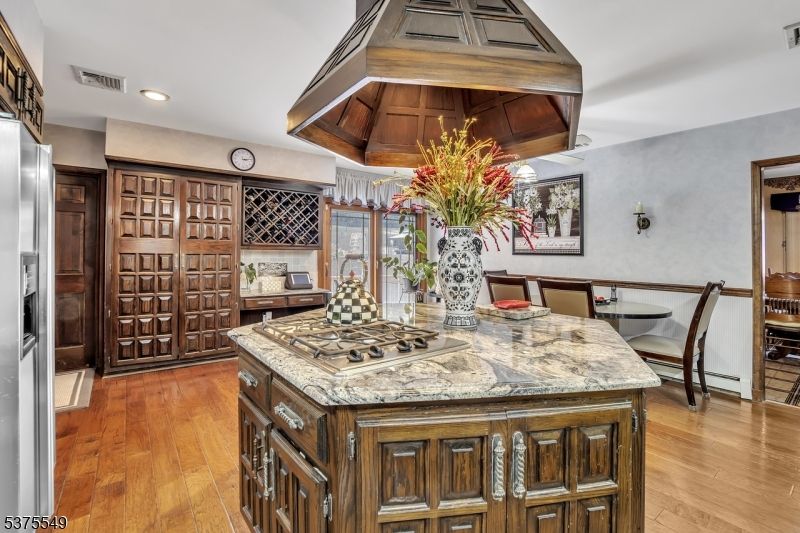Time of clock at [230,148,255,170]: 3:13
